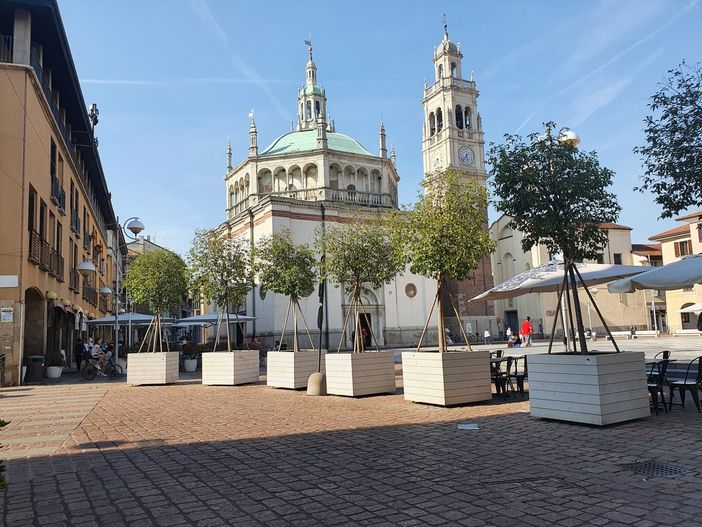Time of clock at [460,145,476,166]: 5:36
